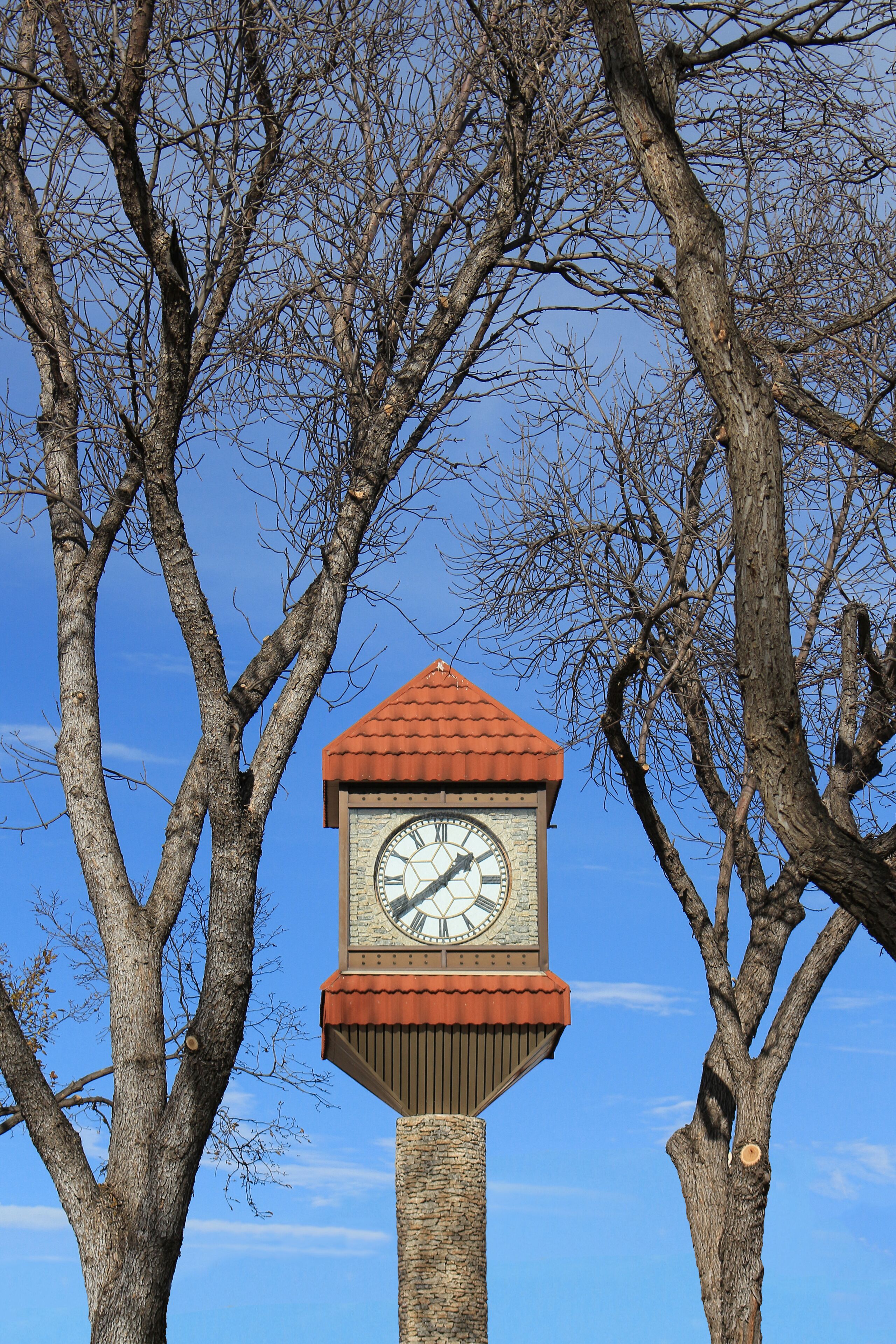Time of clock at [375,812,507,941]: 1:38
